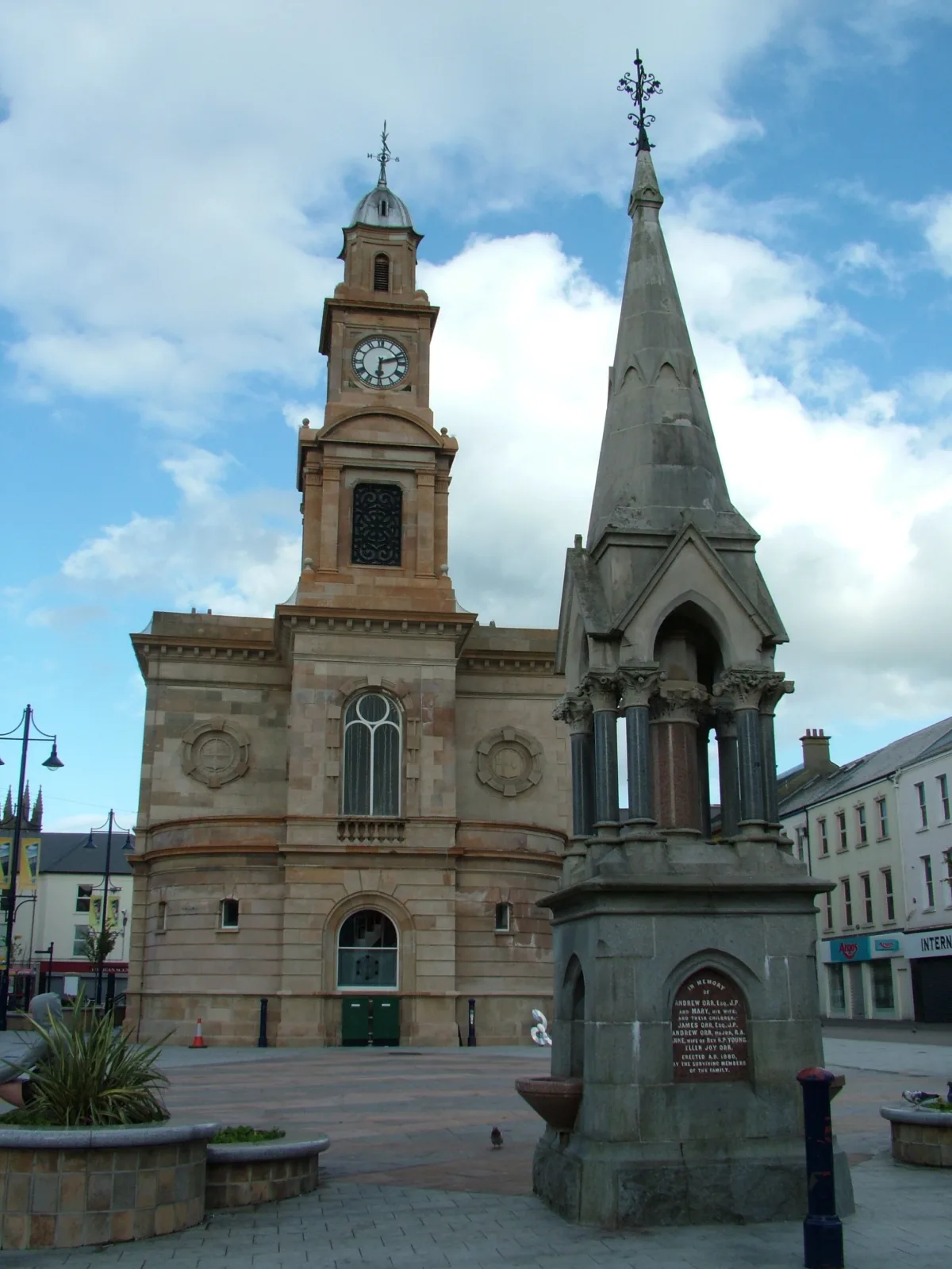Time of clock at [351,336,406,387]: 6:12
